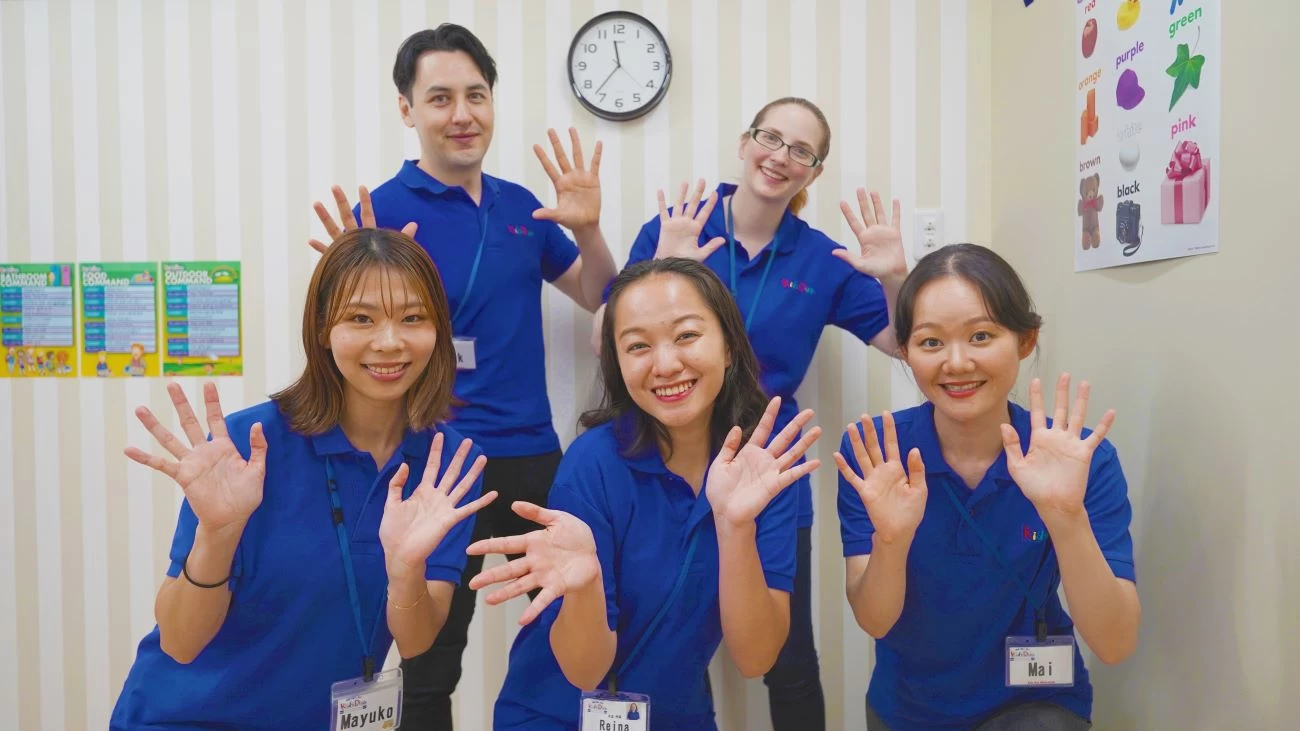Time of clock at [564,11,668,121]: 11:36
